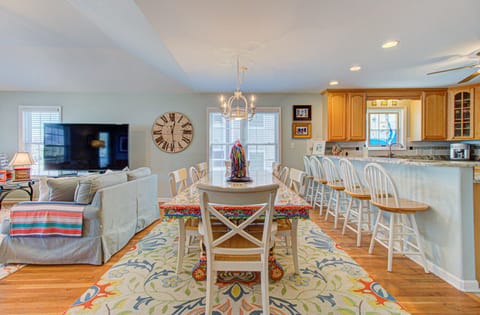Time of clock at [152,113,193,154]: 12:28
